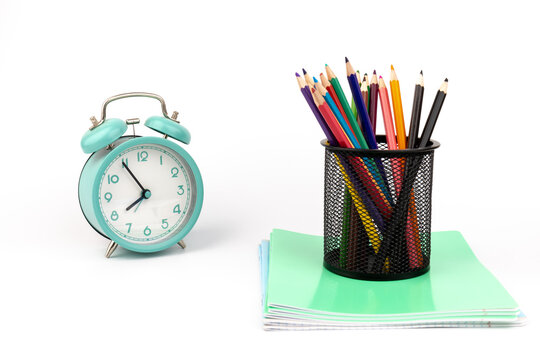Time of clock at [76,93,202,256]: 7:54
